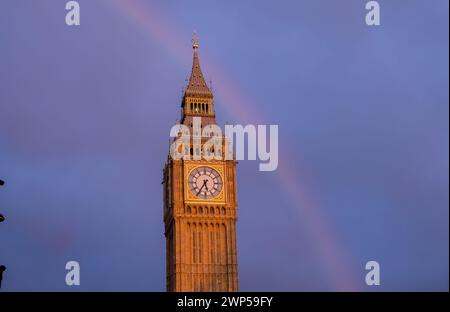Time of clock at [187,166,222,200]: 5:35
